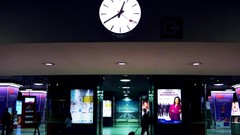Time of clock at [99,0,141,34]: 12:40
